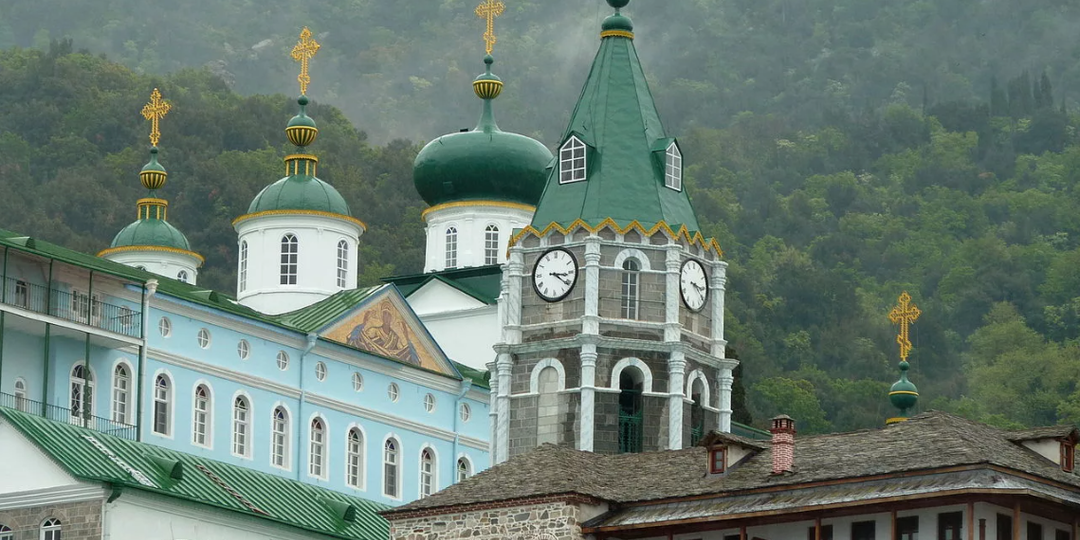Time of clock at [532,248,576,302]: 3:21
